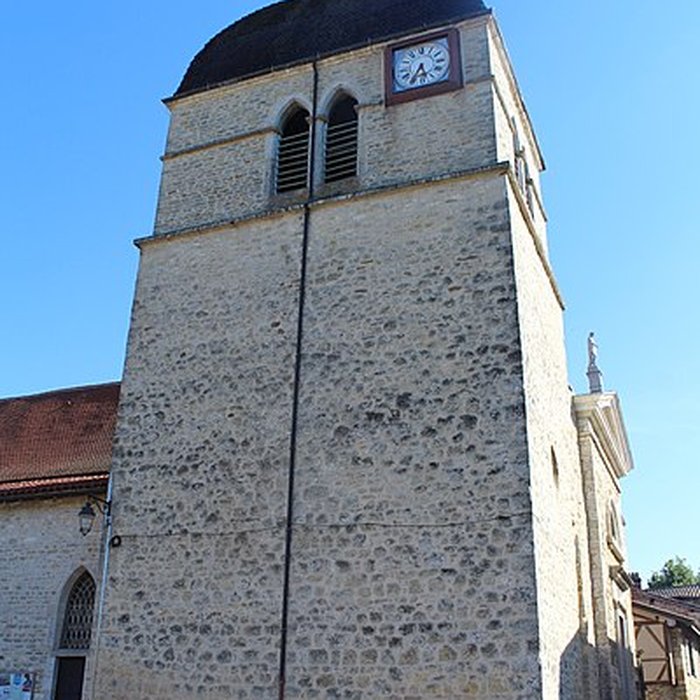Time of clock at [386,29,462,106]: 5:35
